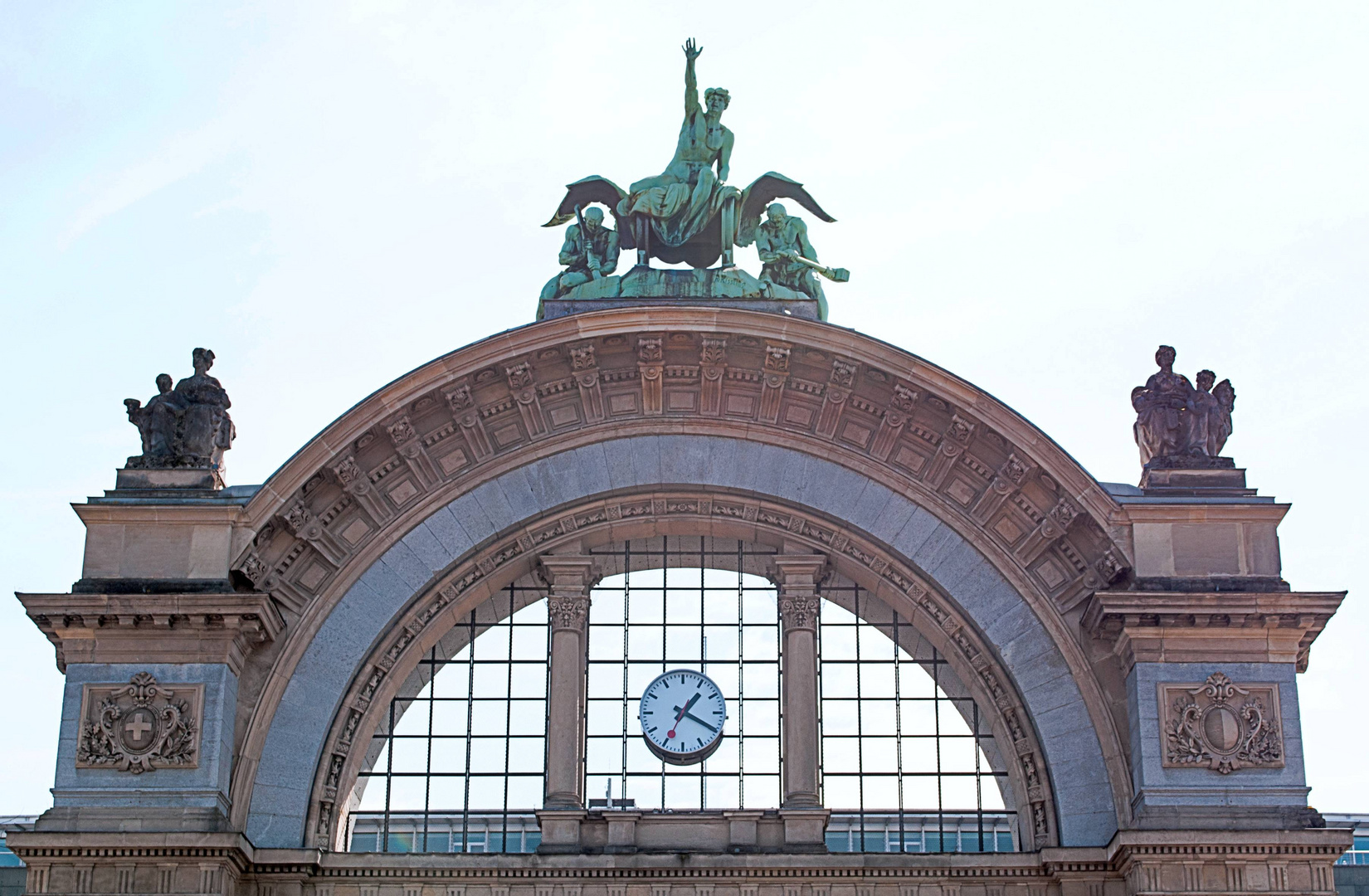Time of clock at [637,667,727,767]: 1:19
